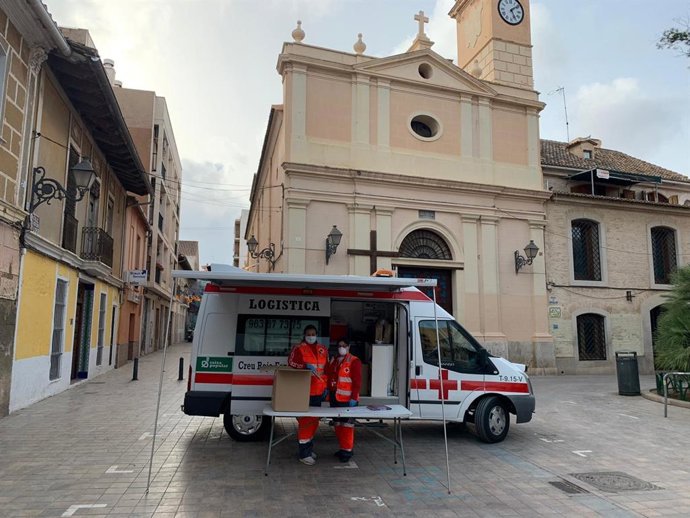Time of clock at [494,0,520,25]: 5:08
